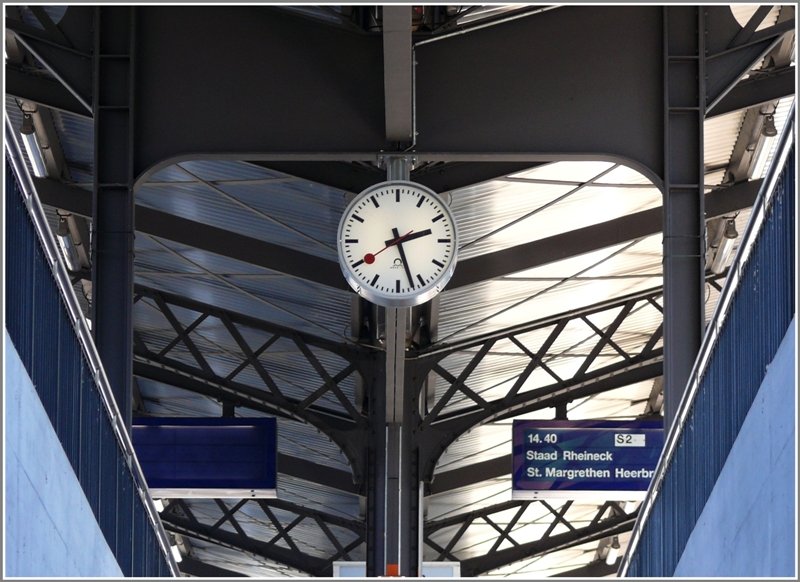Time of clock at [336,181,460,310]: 2:27
